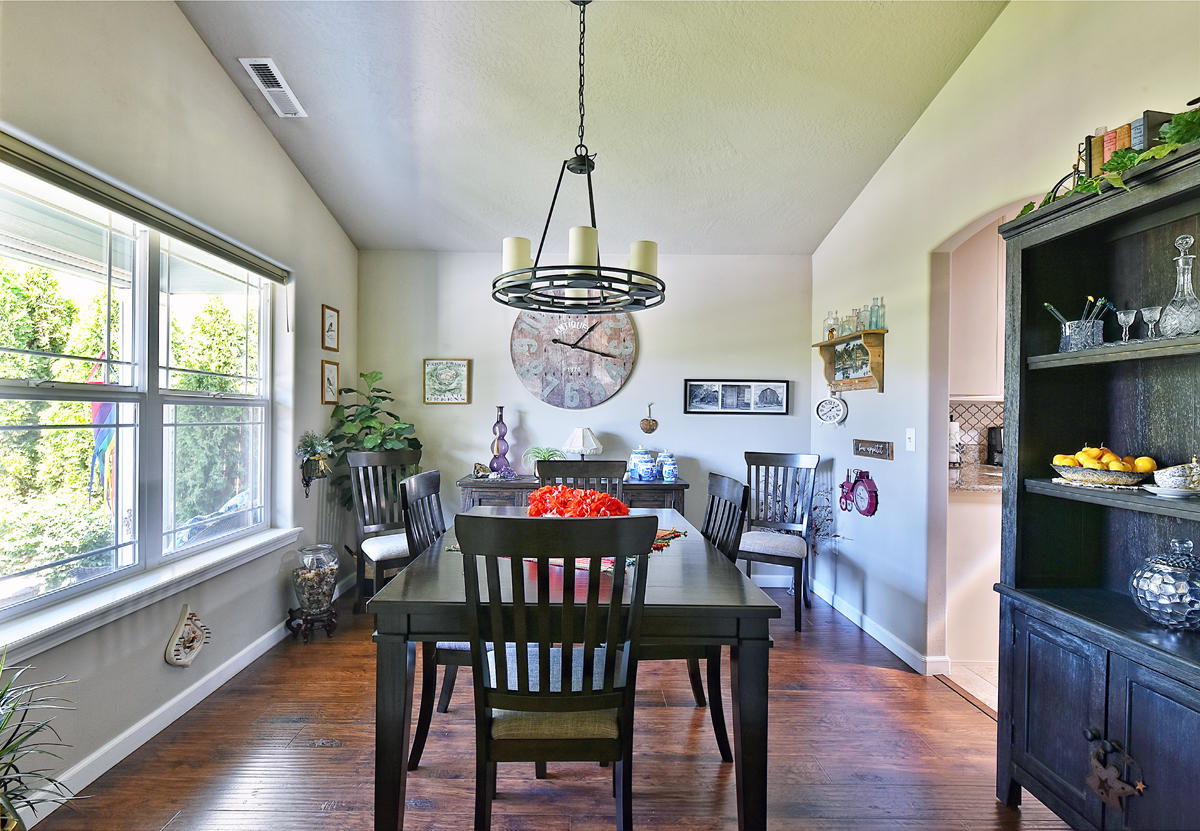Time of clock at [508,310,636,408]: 1:18
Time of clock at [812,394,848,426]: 1:39
